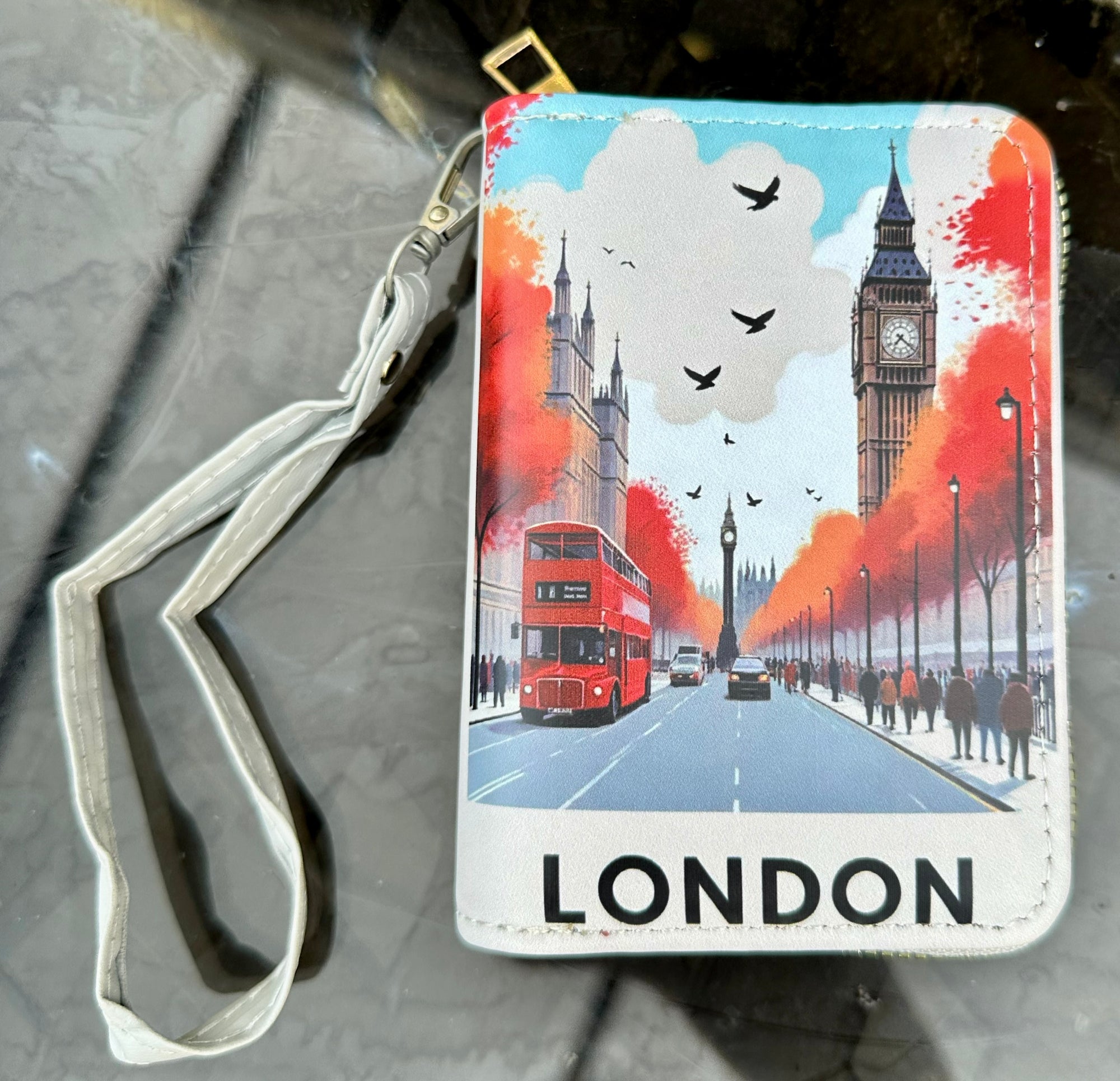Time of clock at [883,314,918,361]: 7:21
